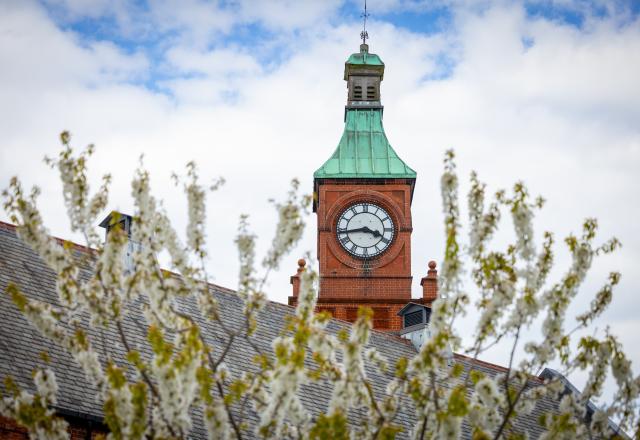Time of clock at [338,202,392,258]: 3:43
